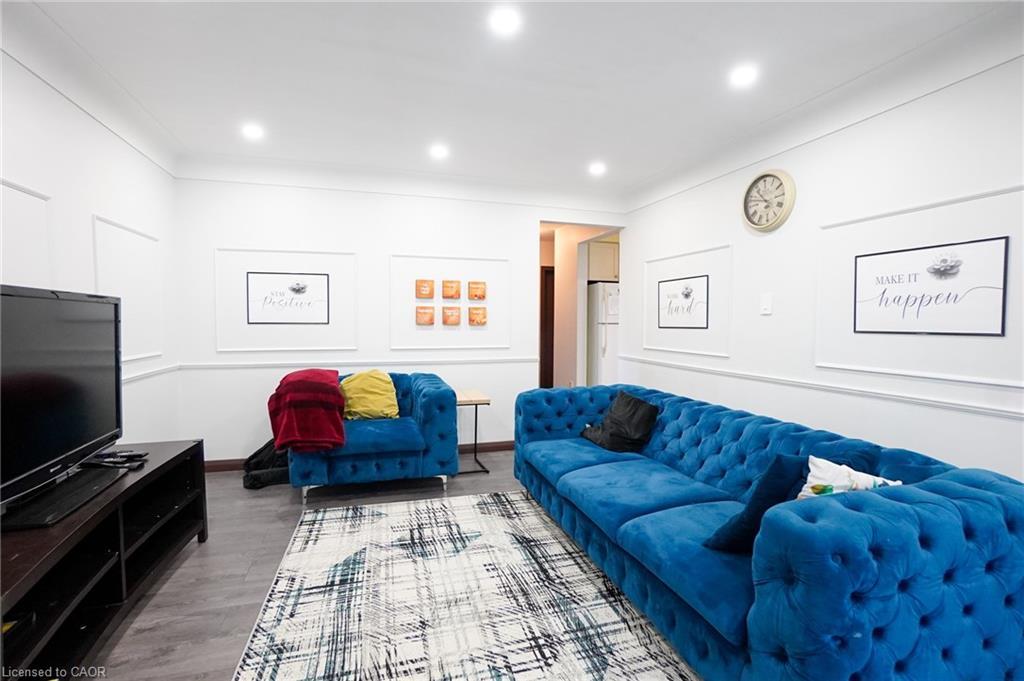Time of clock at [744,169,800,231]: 10:47
